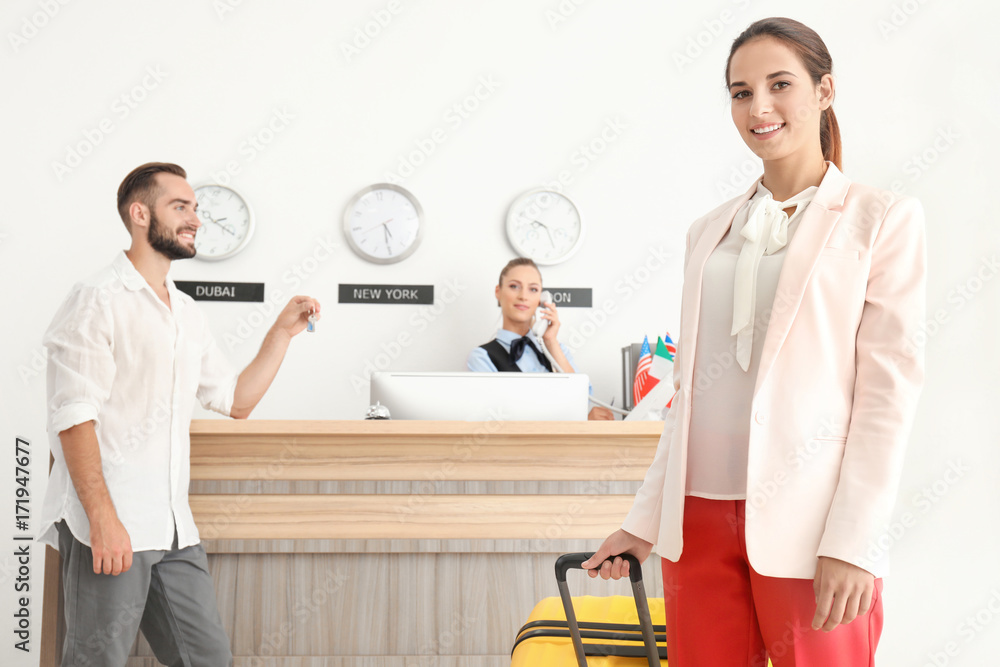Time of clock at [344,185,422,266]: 5:30
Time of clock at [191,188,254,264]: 2:20
